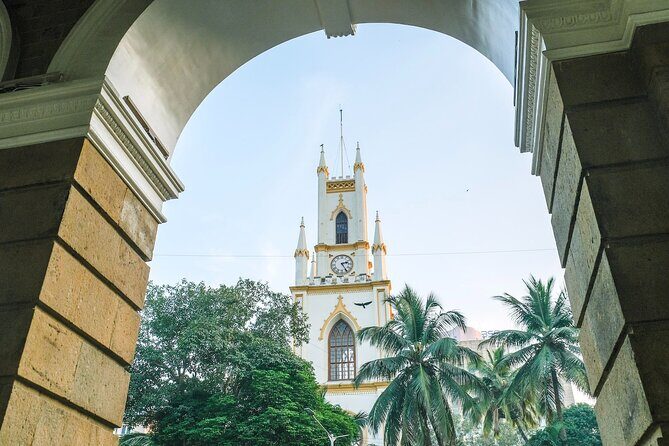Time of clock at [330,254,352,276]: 2:24
